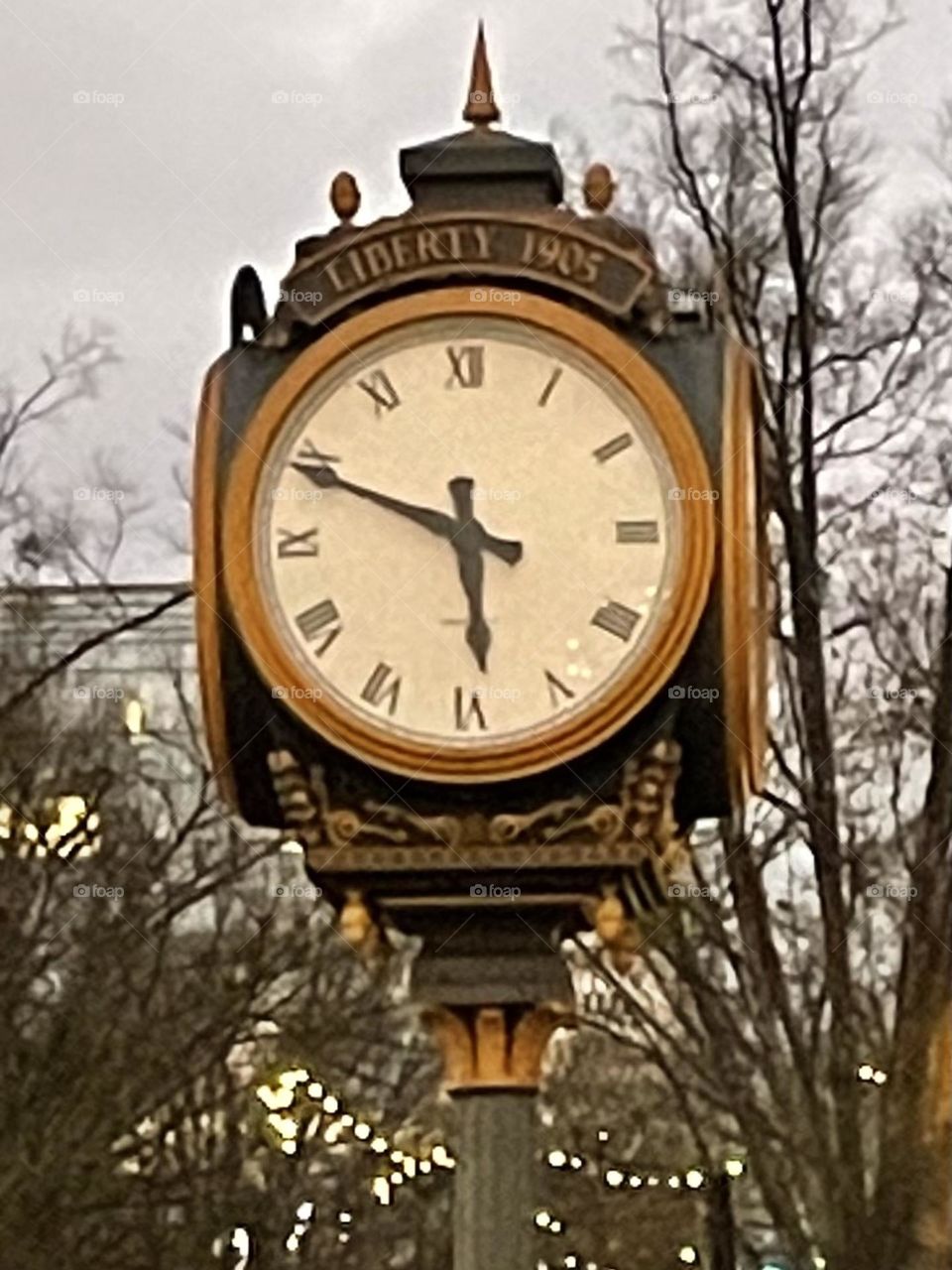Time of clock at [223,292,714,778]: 5:49
